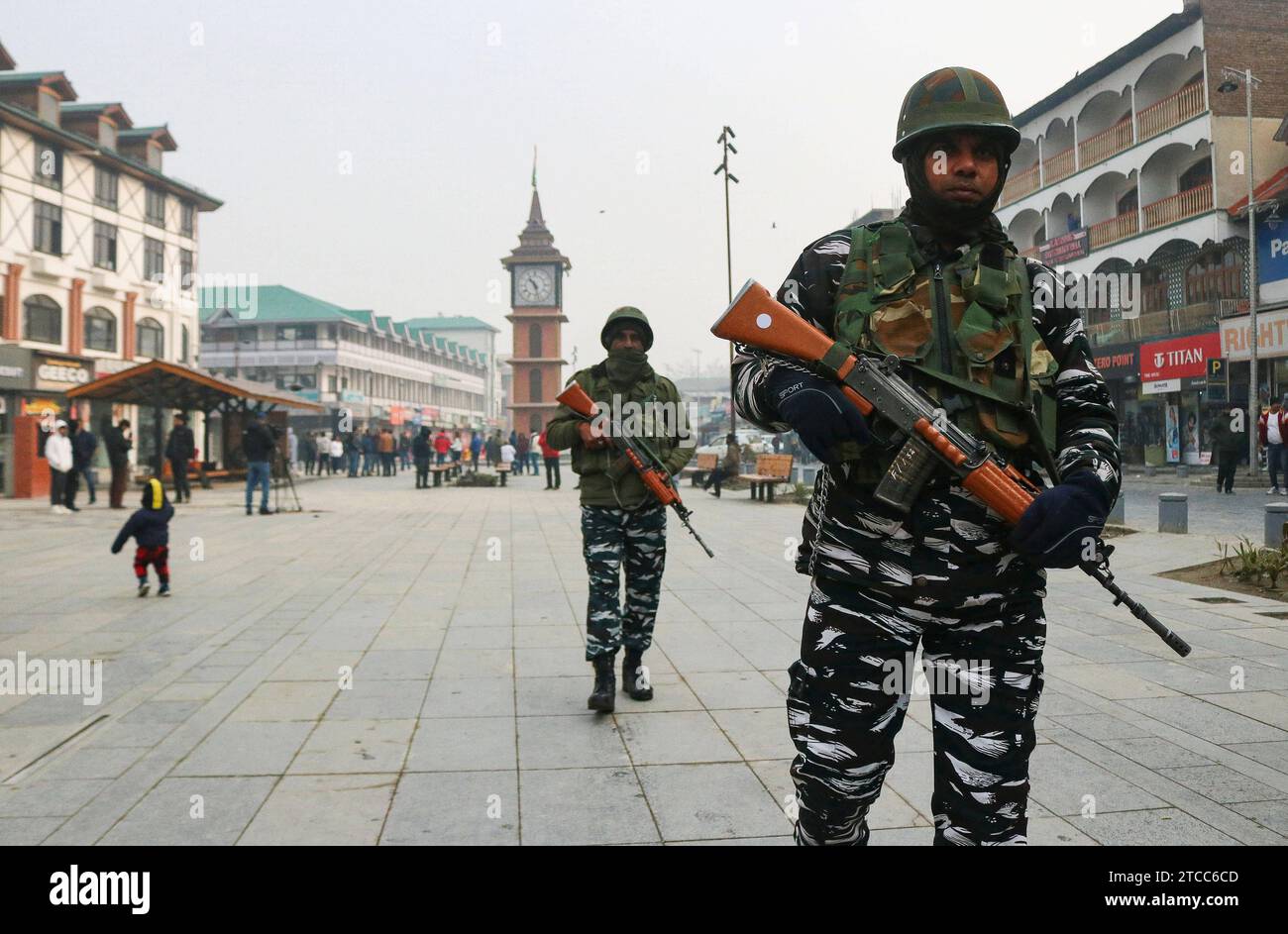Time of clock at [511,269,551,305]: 10:27
